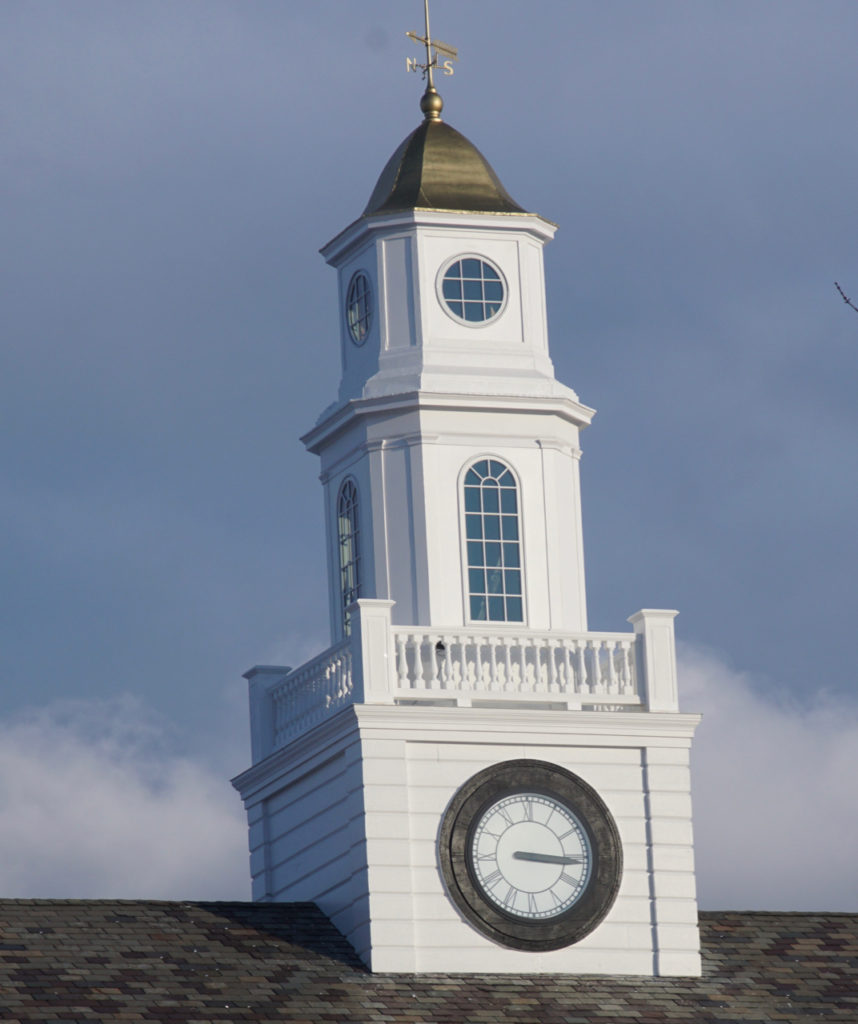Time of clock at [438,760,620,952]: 3:15
